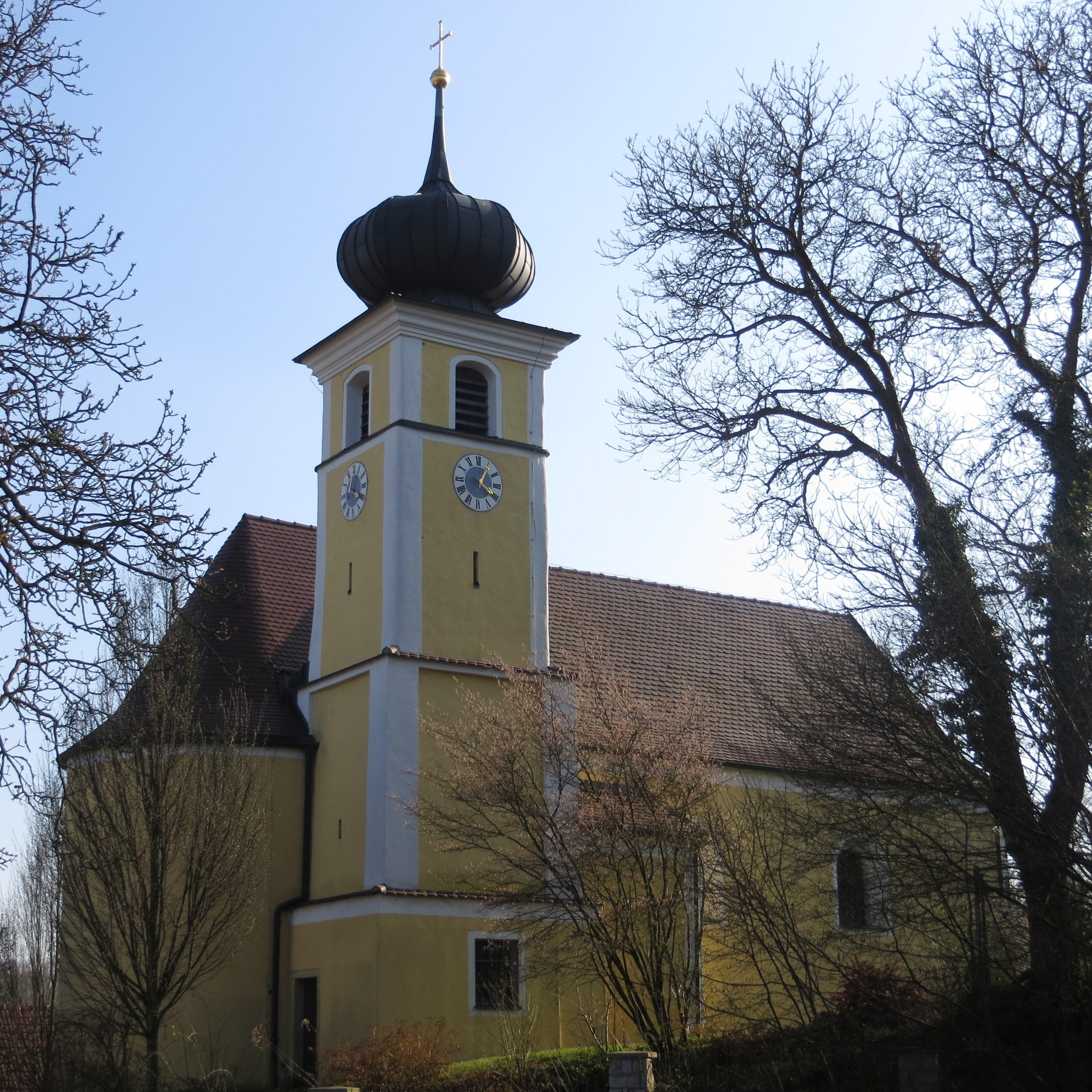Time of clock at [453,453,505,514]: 4:05
